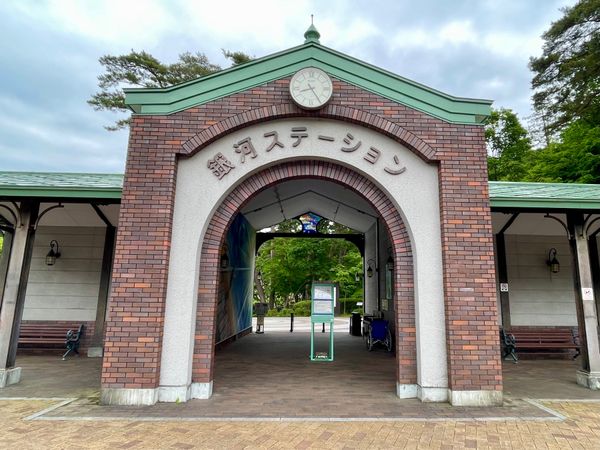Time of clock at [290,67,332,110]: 8:24
